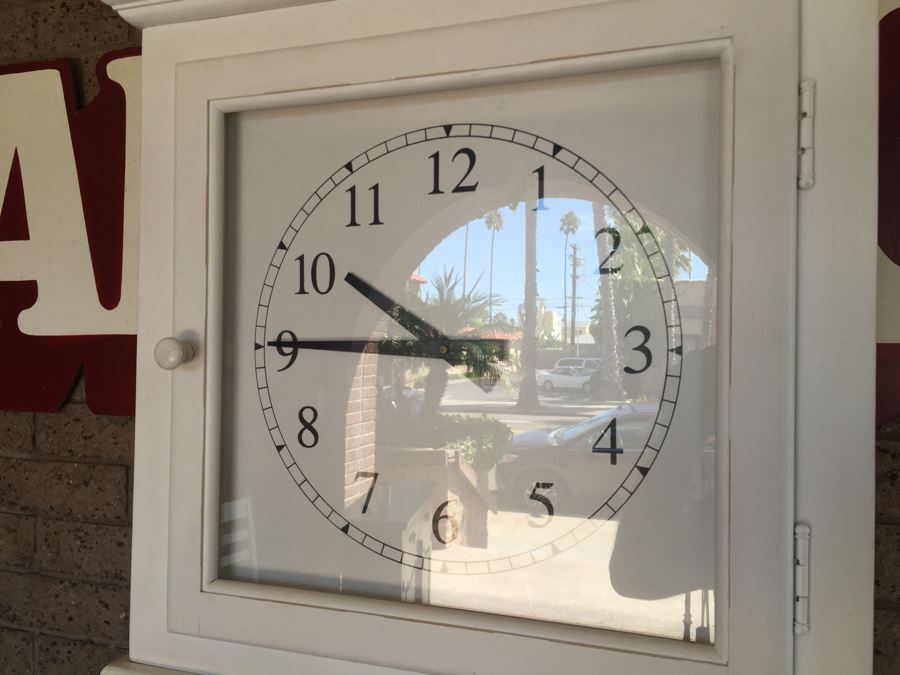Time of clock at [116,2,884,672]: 9:45
